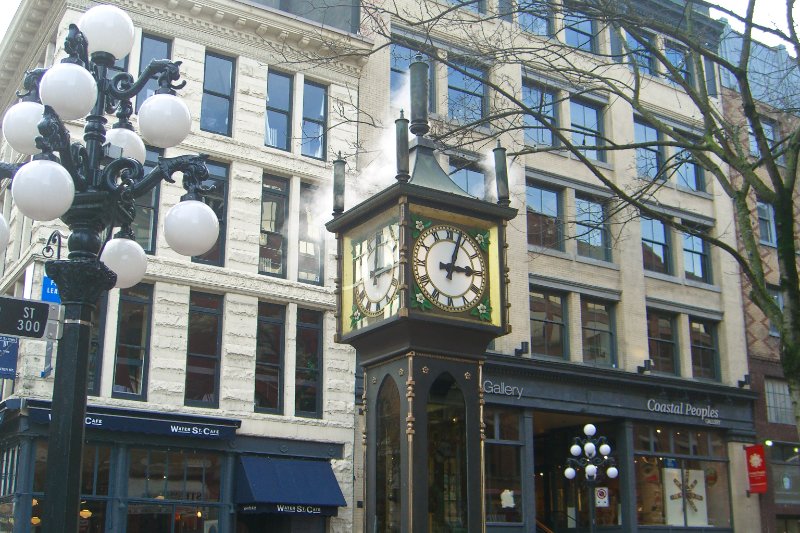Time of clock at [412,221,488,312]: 3:02
